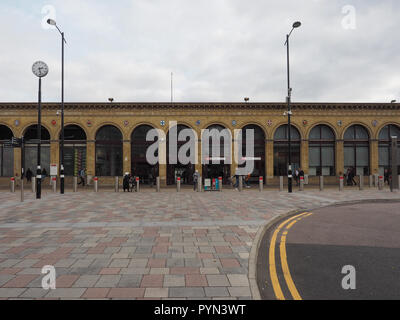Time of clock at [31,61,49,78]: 2:28
